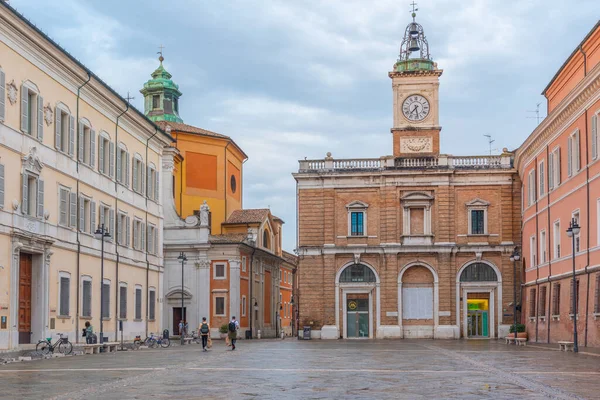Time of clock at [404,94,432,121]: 7:28
